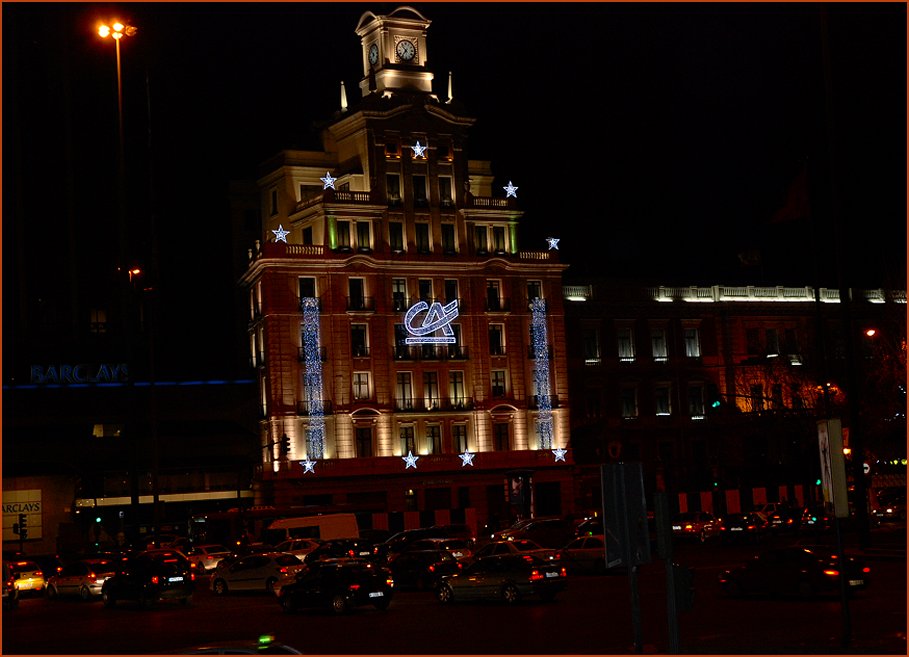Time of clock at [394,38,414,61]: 10:36
